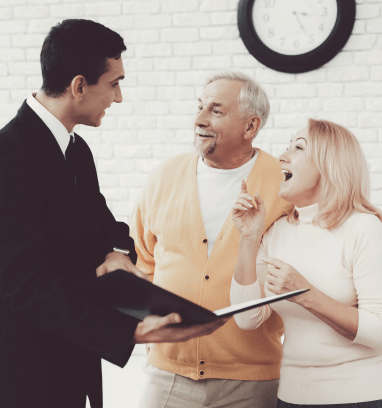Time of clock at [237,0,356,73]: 3:25
